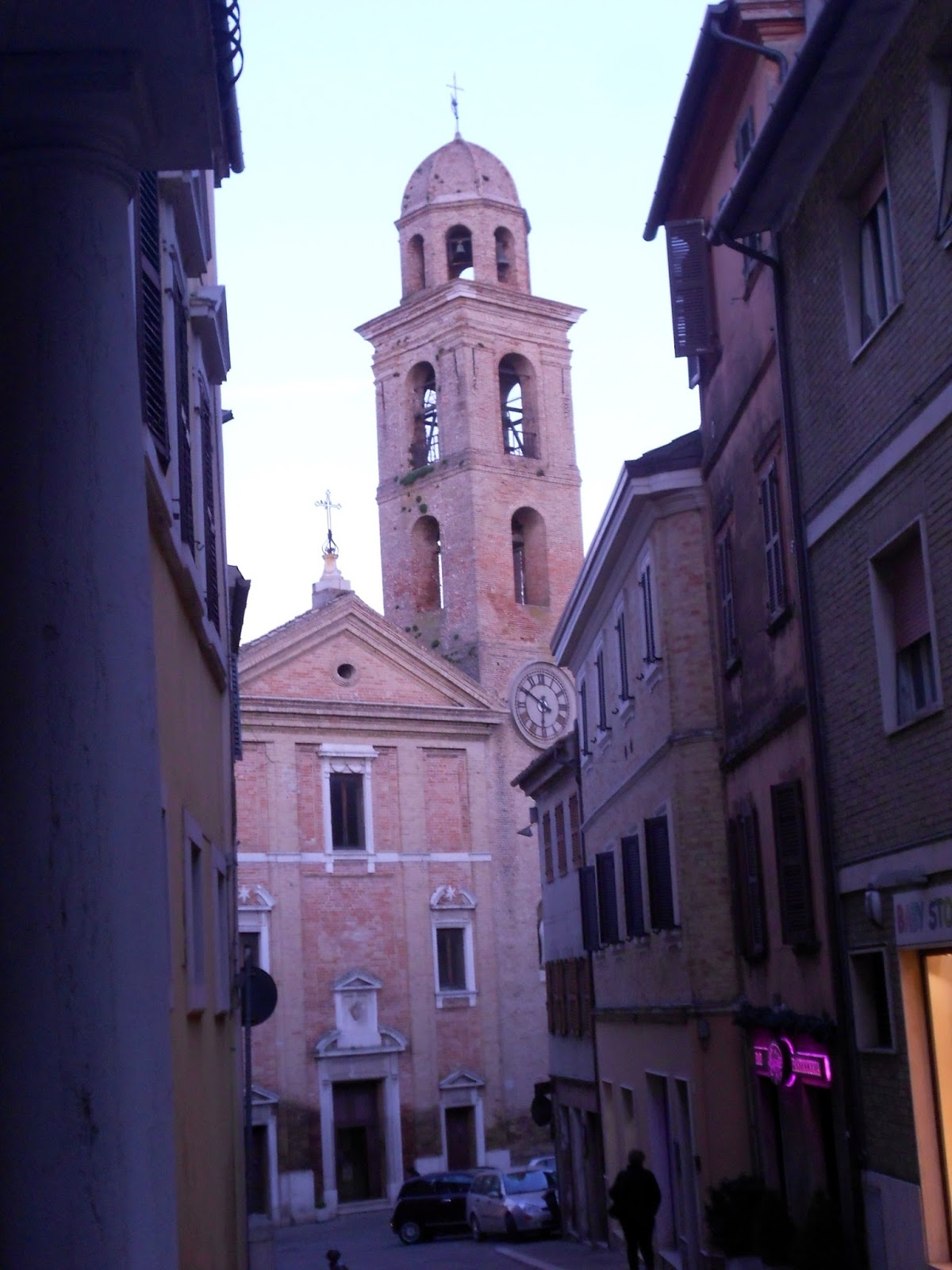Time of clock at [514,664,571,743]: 5:50
